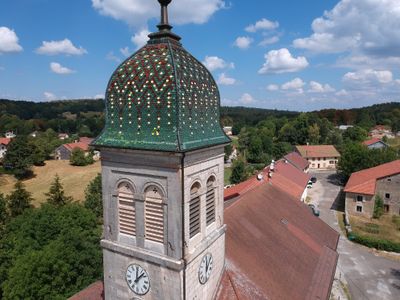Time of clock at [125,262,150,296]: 12:07
